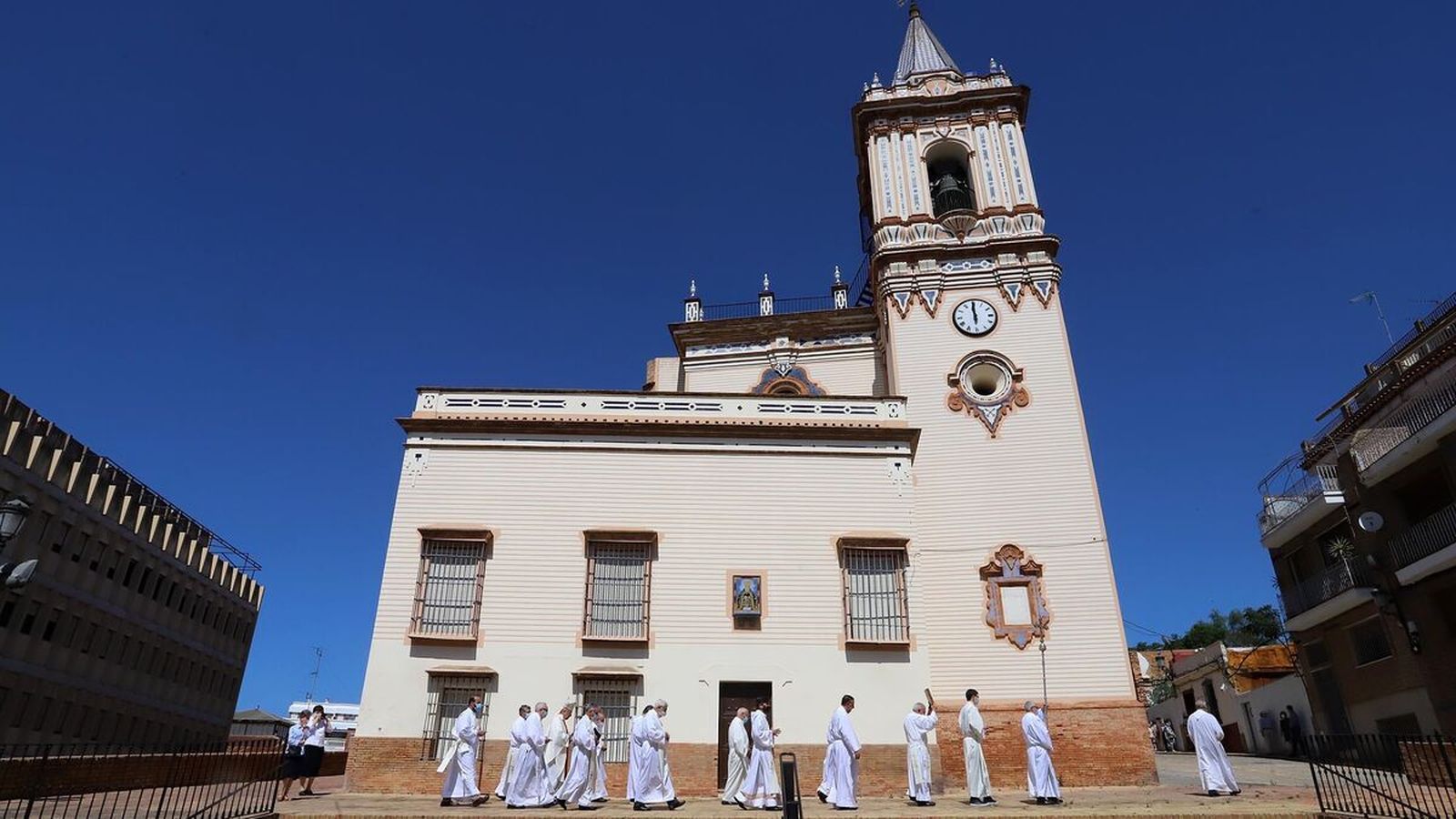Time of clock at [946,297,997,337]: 5:59
